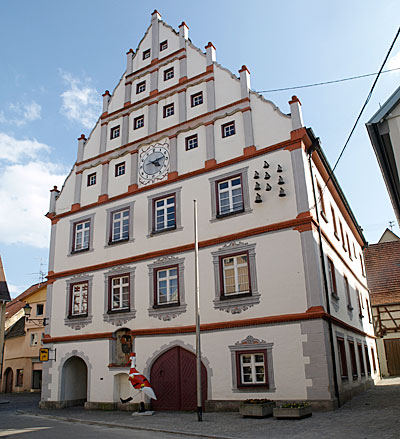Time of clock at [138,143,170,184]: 4:12
